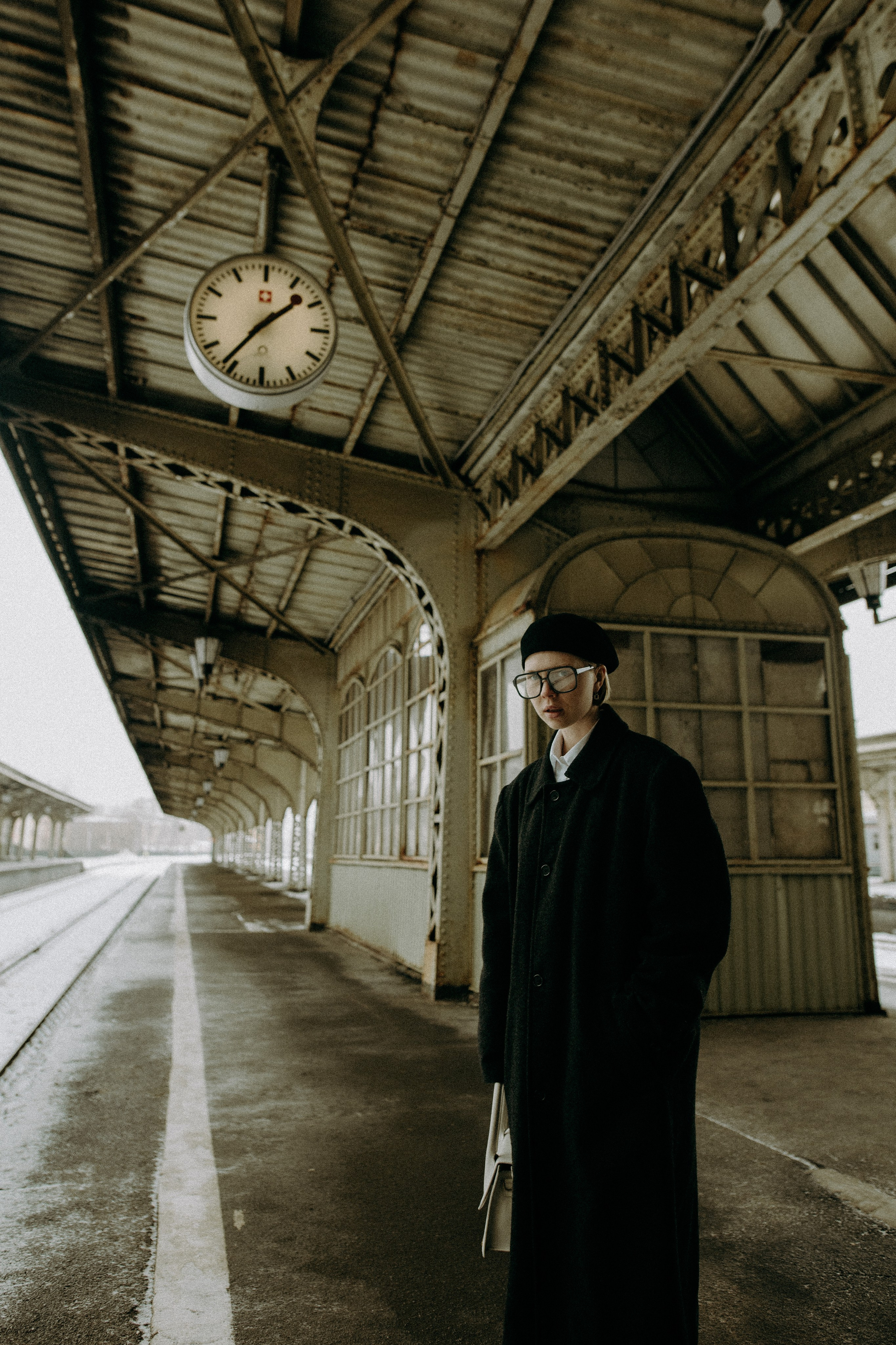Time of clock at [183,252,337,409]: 1:36
